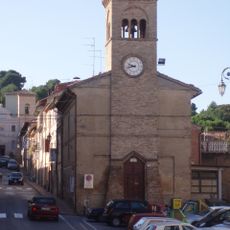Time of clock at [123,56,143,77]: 9:42
